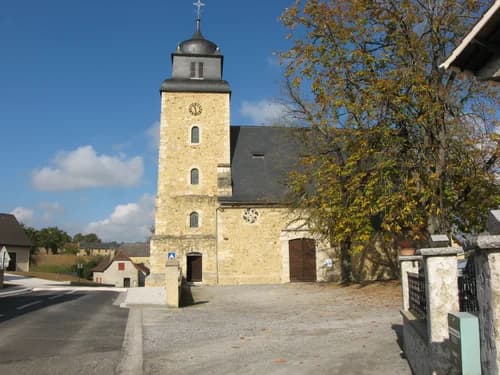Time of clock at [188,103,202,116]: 11:28
